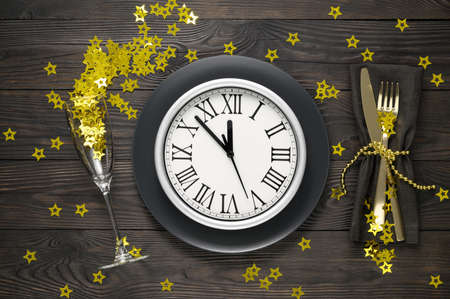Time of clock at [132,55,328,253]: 11:52
